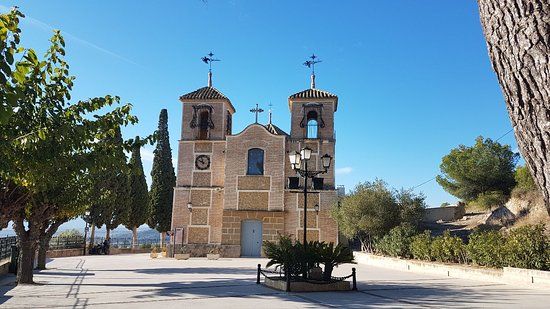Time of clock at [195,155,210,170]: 9:57
